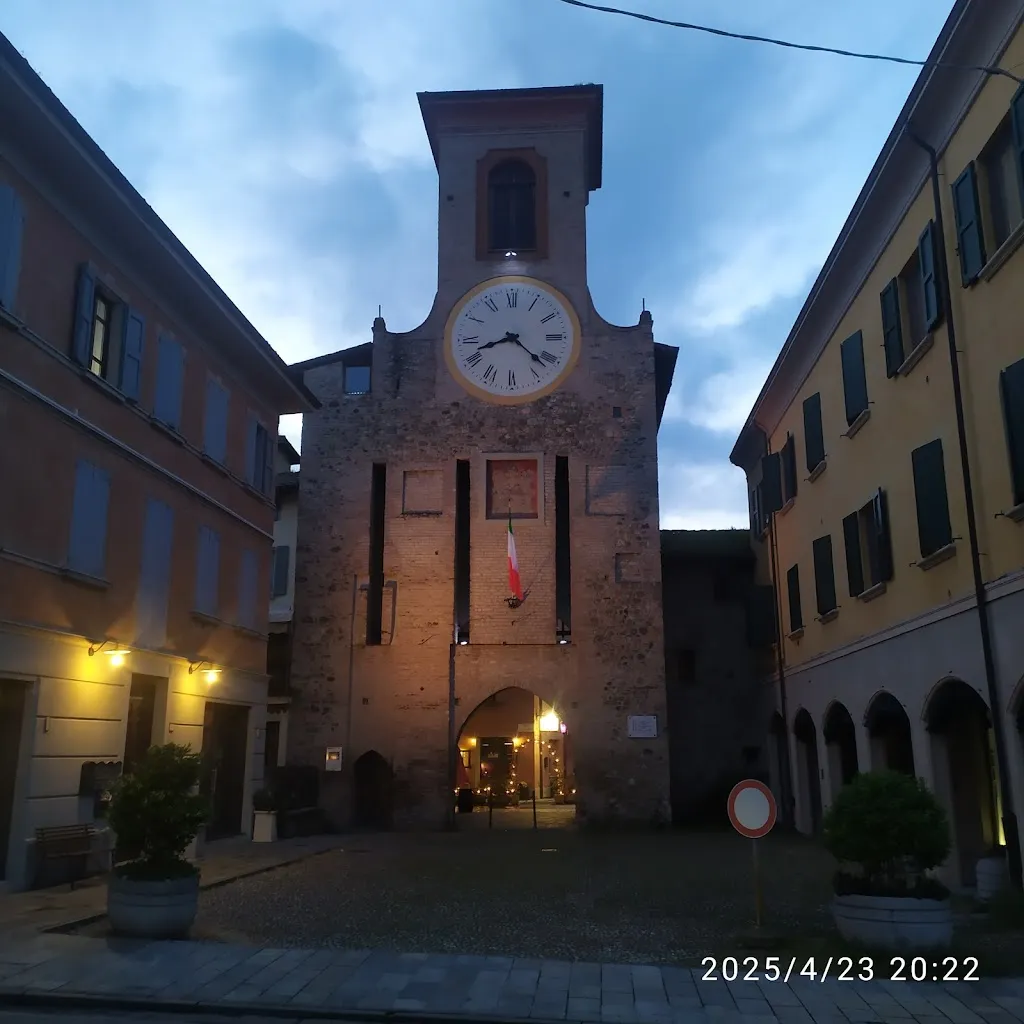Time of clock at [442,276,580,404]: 8:21
